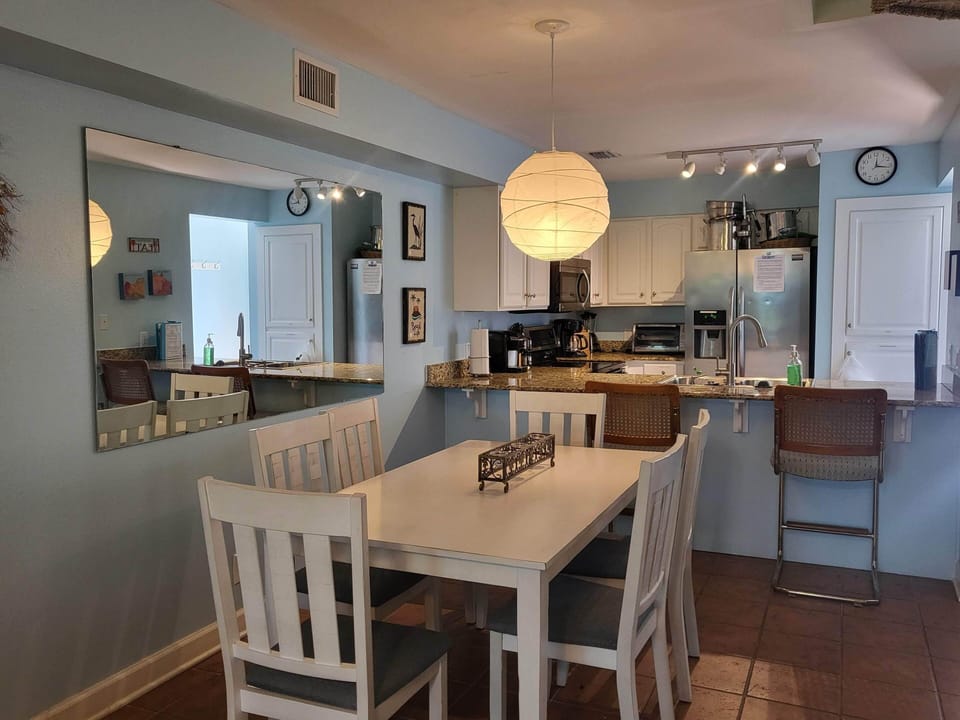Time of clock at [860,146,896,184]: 12:16
